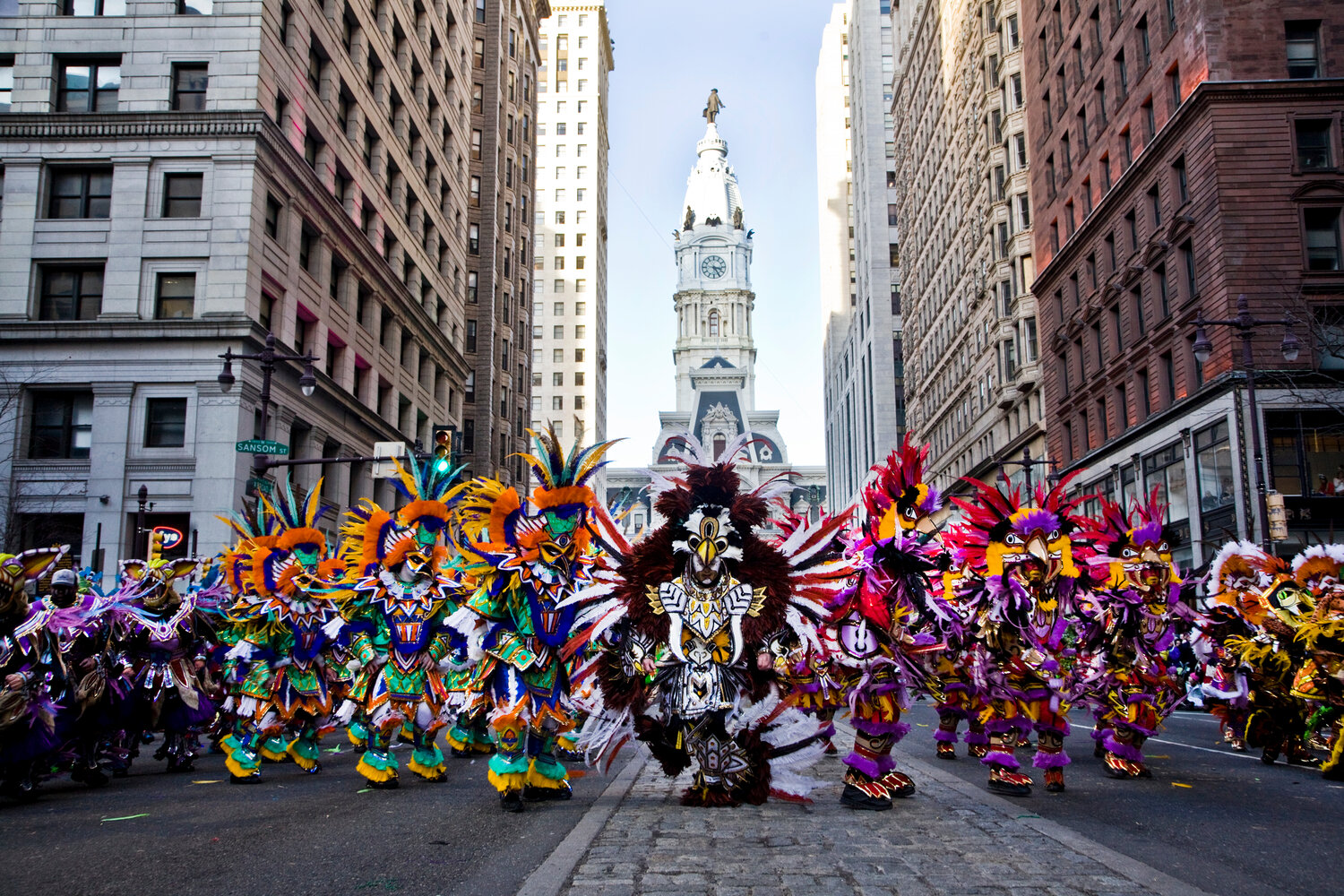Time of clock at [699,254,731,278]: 3:24
